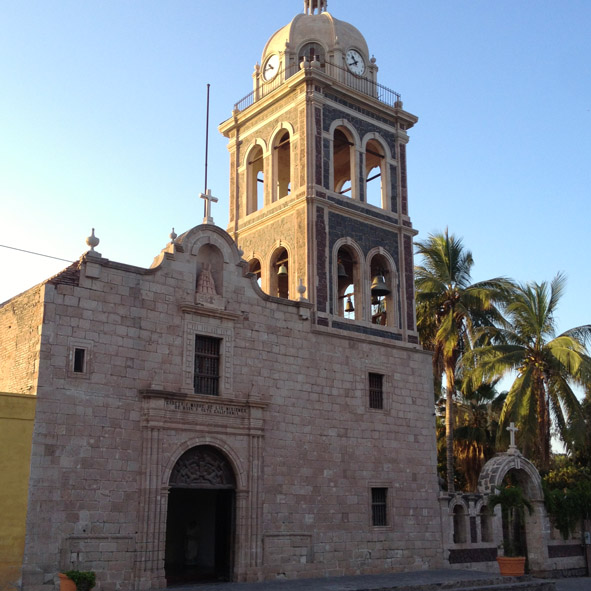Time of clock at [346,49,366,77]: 10:39
